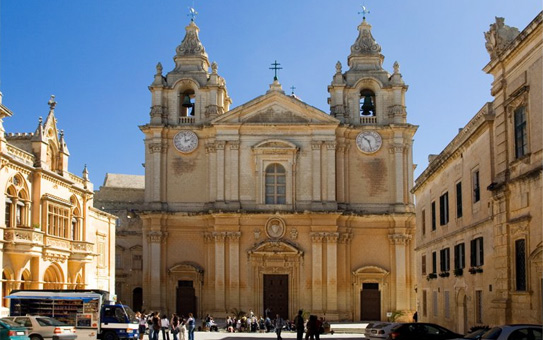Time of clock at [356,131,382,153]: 10:27
